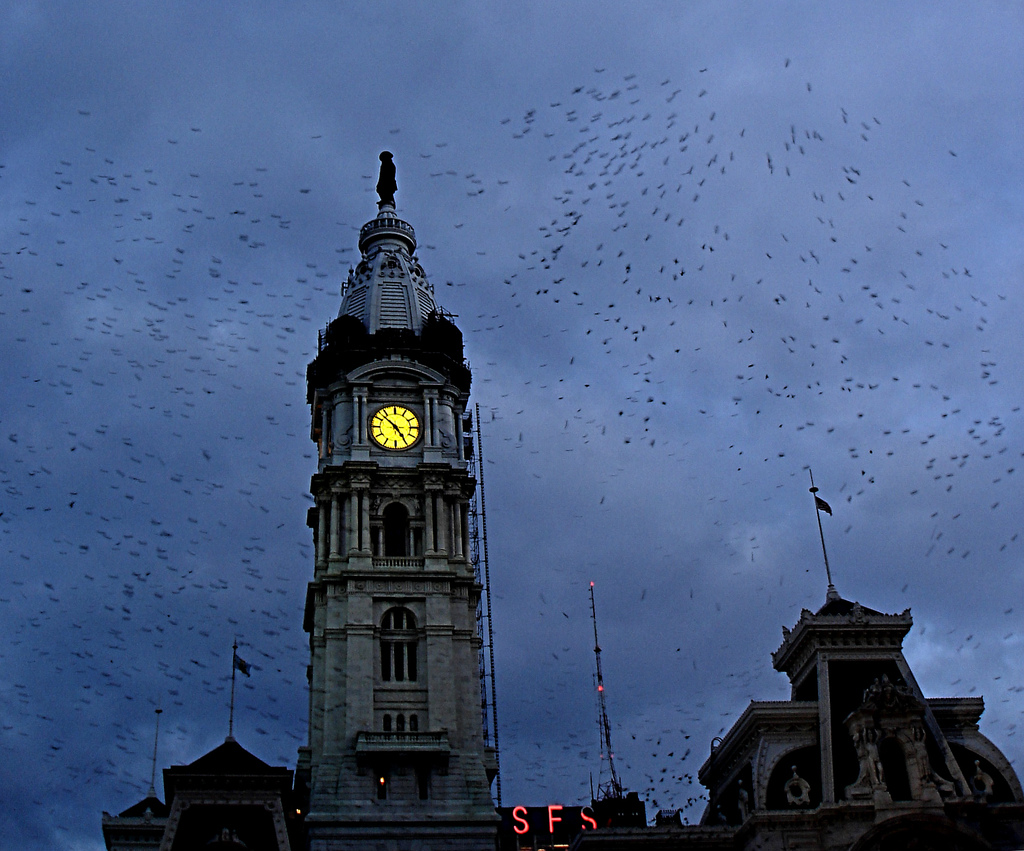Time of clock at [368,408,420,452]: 4:52
